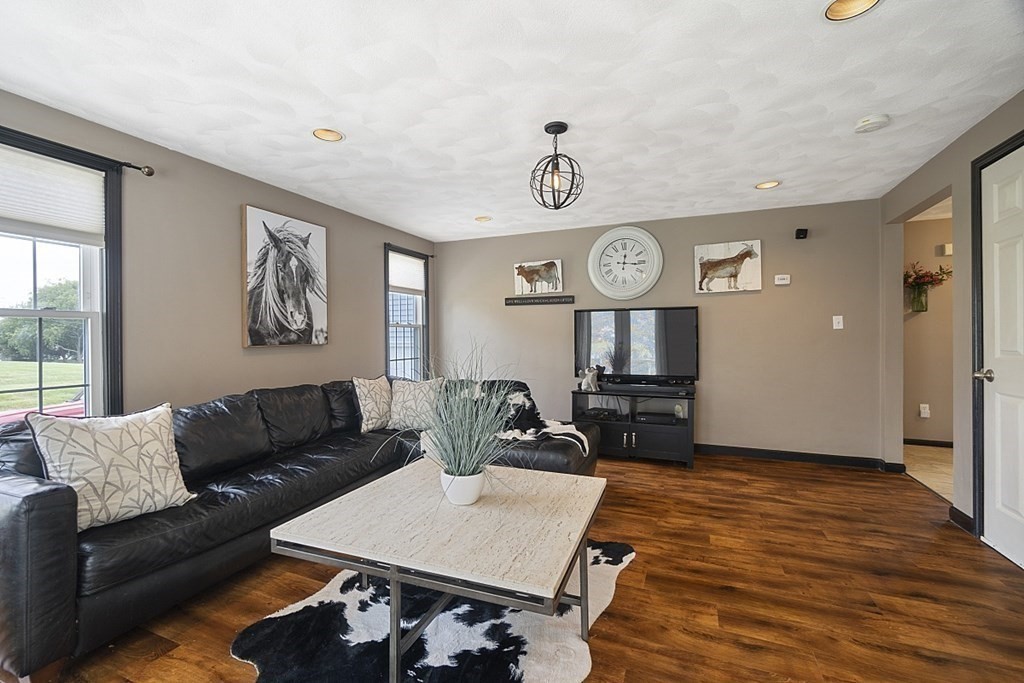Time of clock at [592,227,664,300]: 12:15
